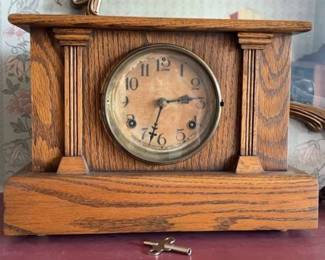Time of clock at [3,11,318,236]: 2:33
